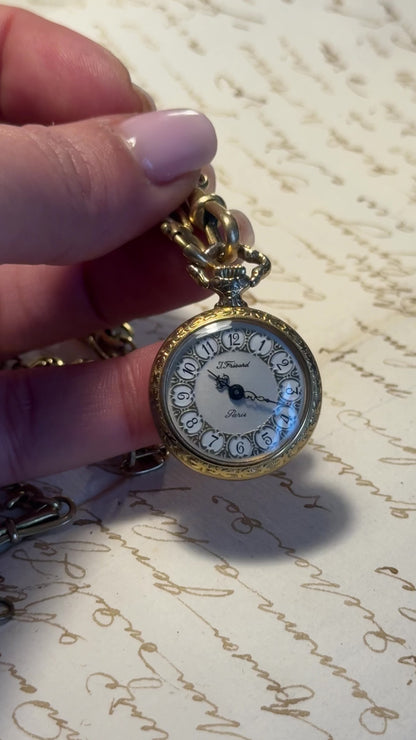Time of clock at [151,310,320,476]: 10:18
